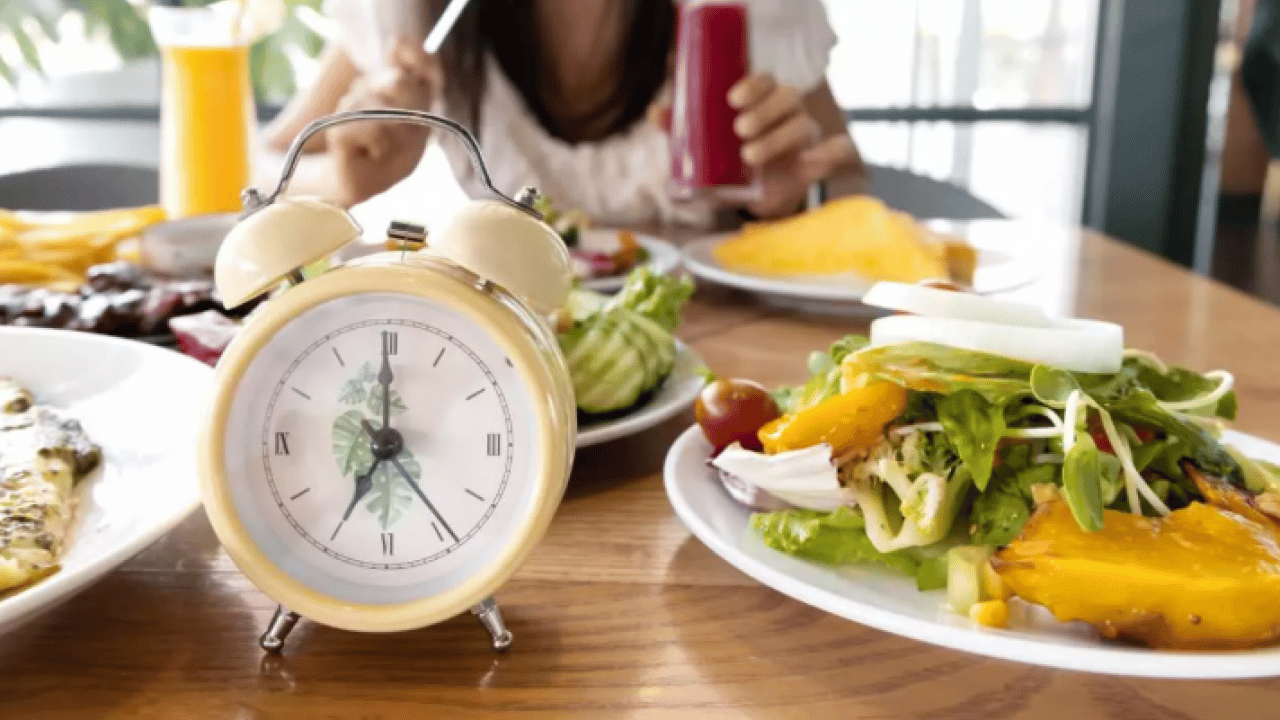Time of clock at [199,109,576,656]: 7:00
